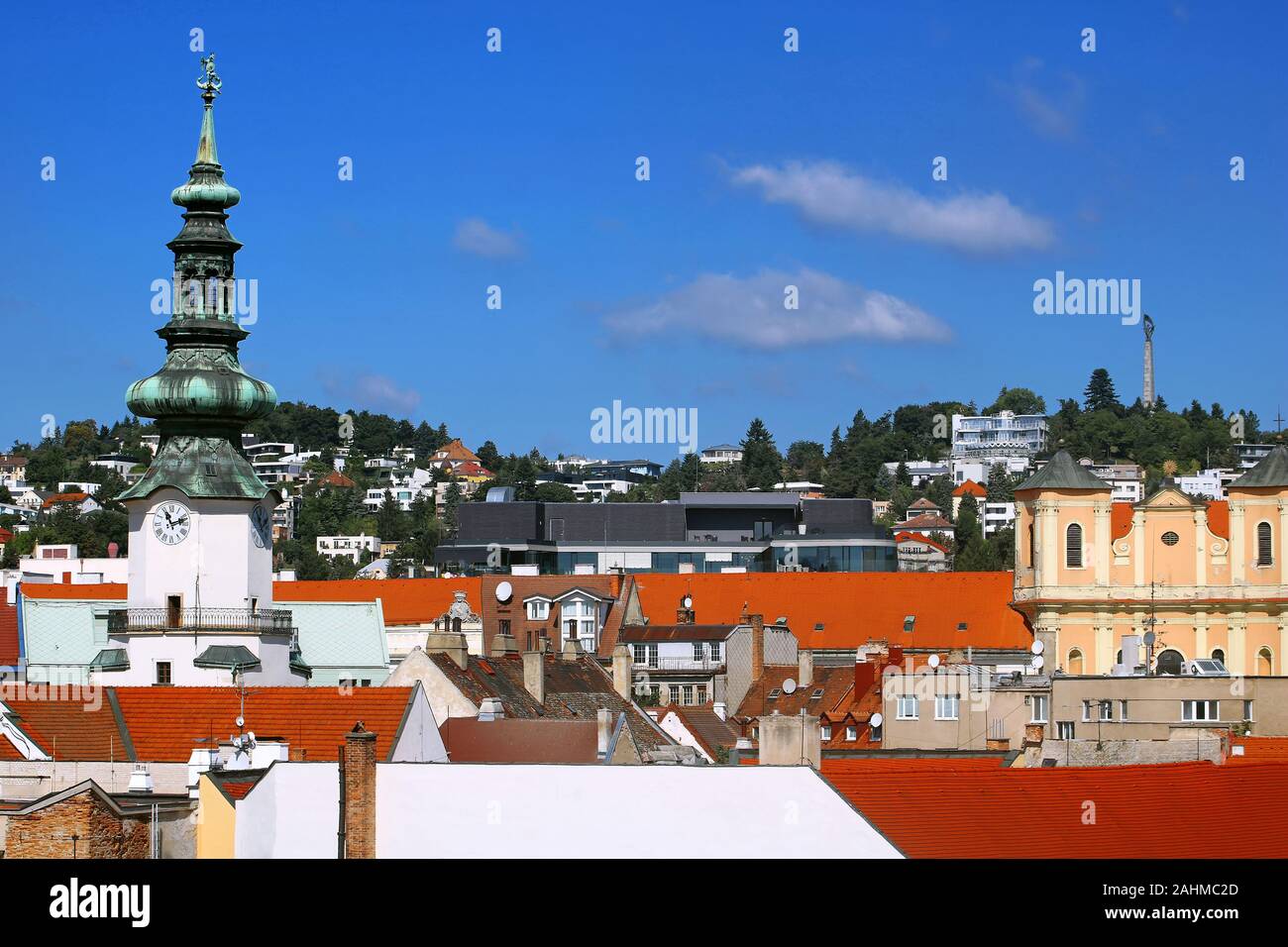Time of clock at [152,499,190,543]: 11:11
